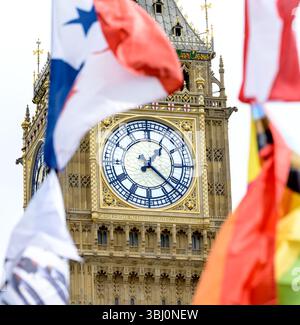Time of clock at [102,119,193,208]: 1:21
